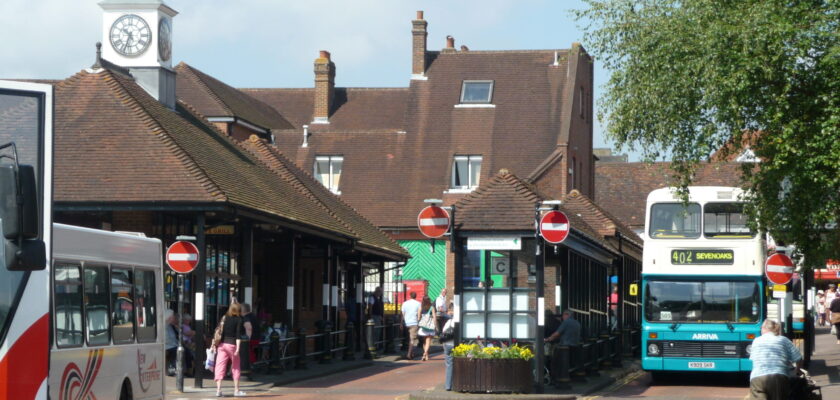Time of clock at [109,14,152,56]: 10:33
